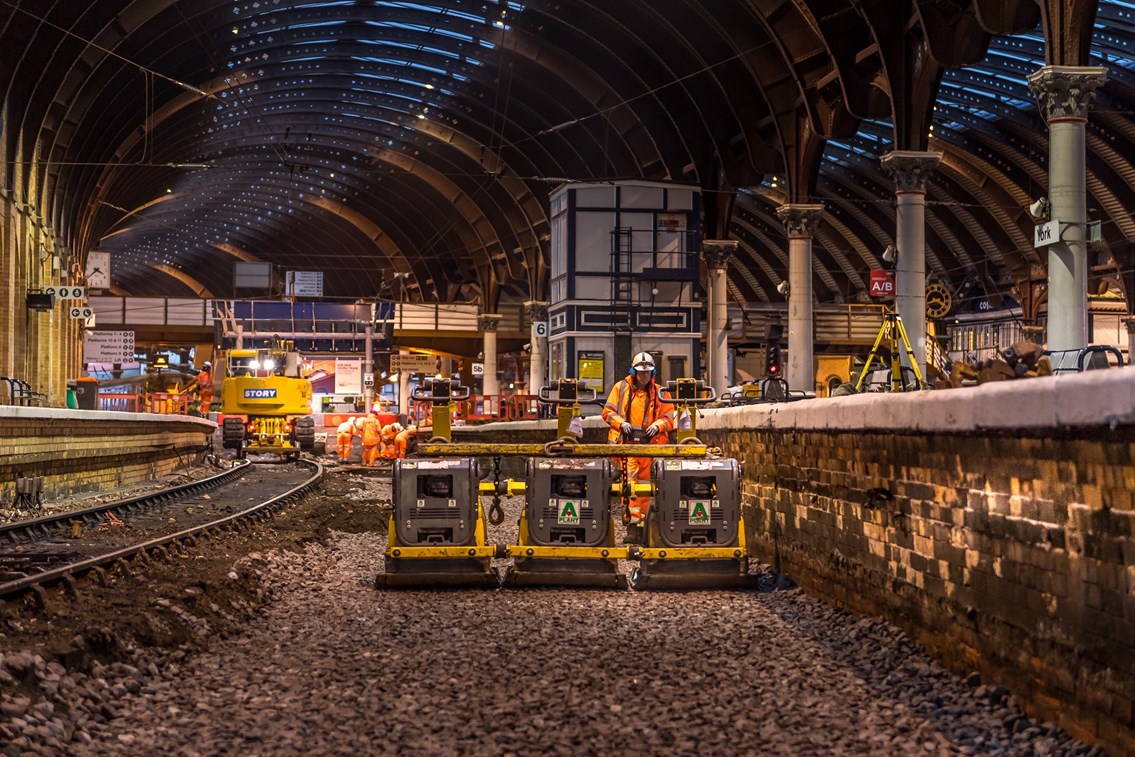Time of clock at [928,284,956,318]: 3:43
